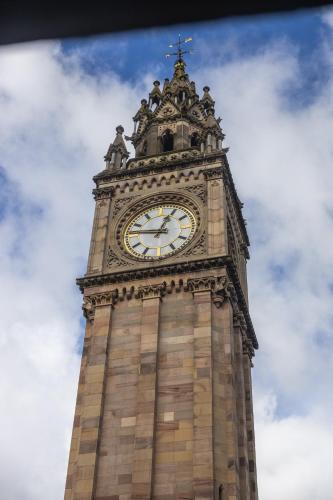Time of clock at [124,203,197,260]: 12:46
